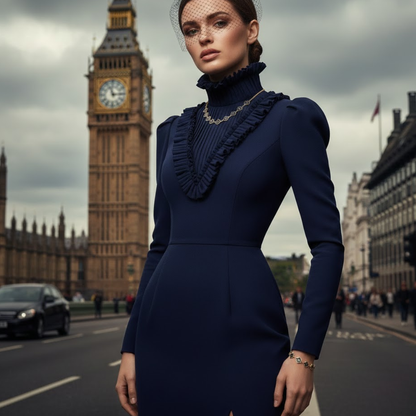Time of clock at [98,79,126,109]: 11:14
